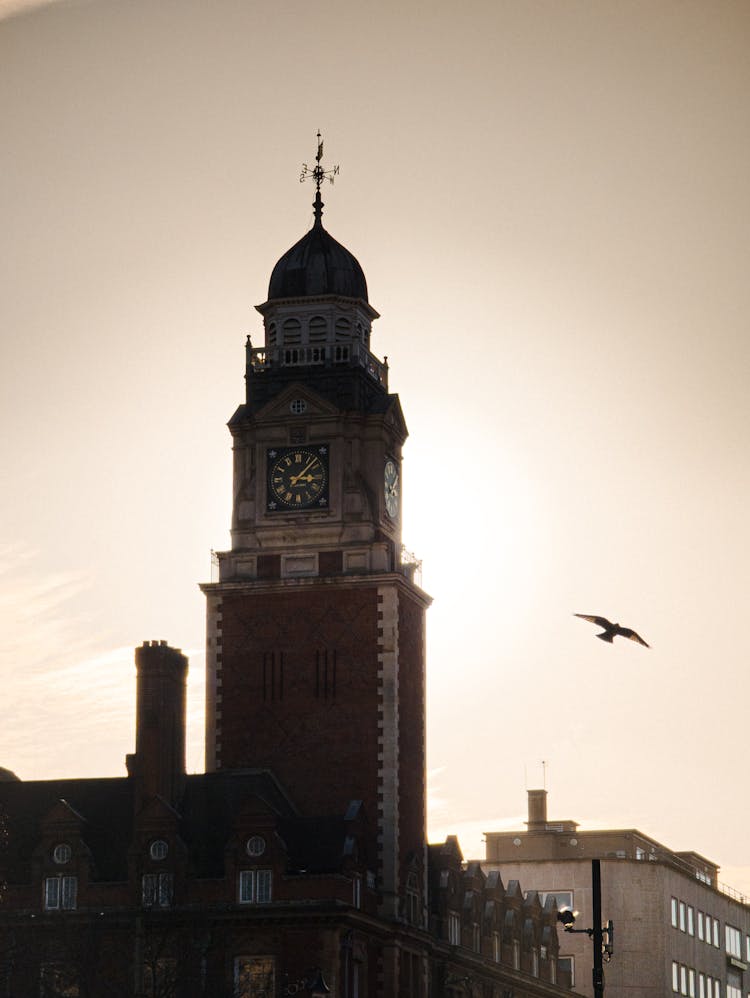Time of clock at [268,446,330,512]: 3:07
